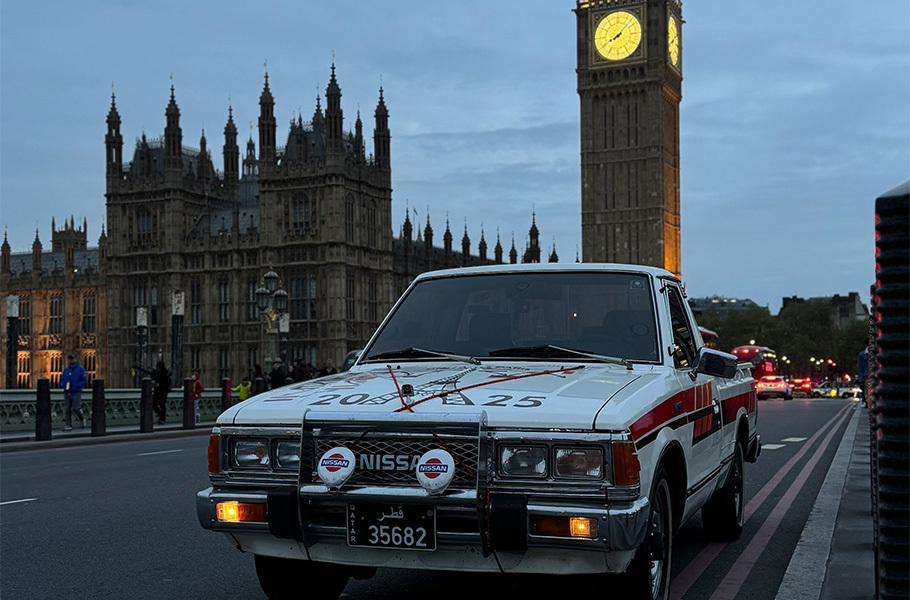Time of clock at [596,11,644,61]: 8:07
